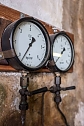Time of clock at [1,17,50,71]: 1:36
